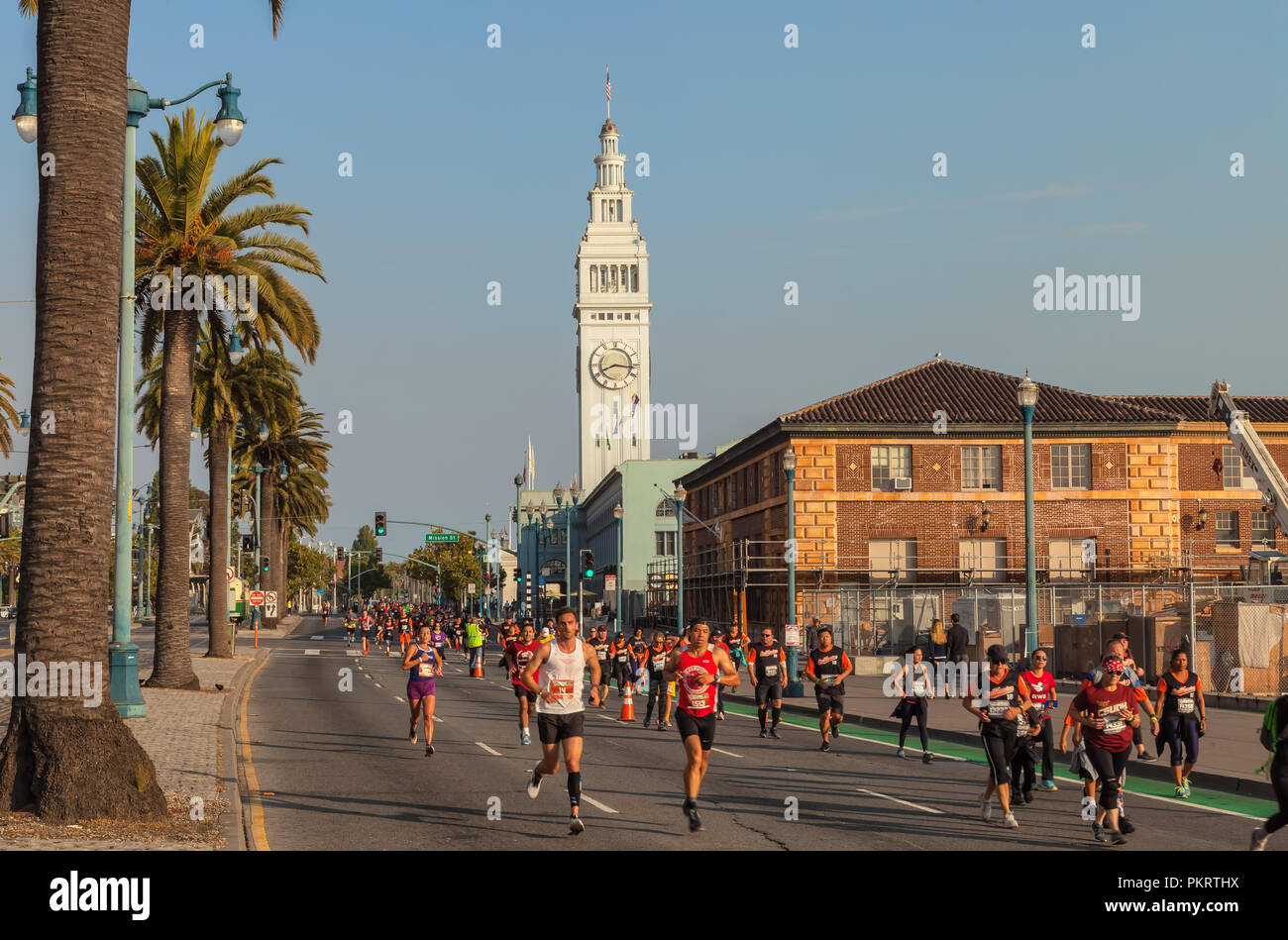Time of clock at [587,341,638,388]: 8:16
